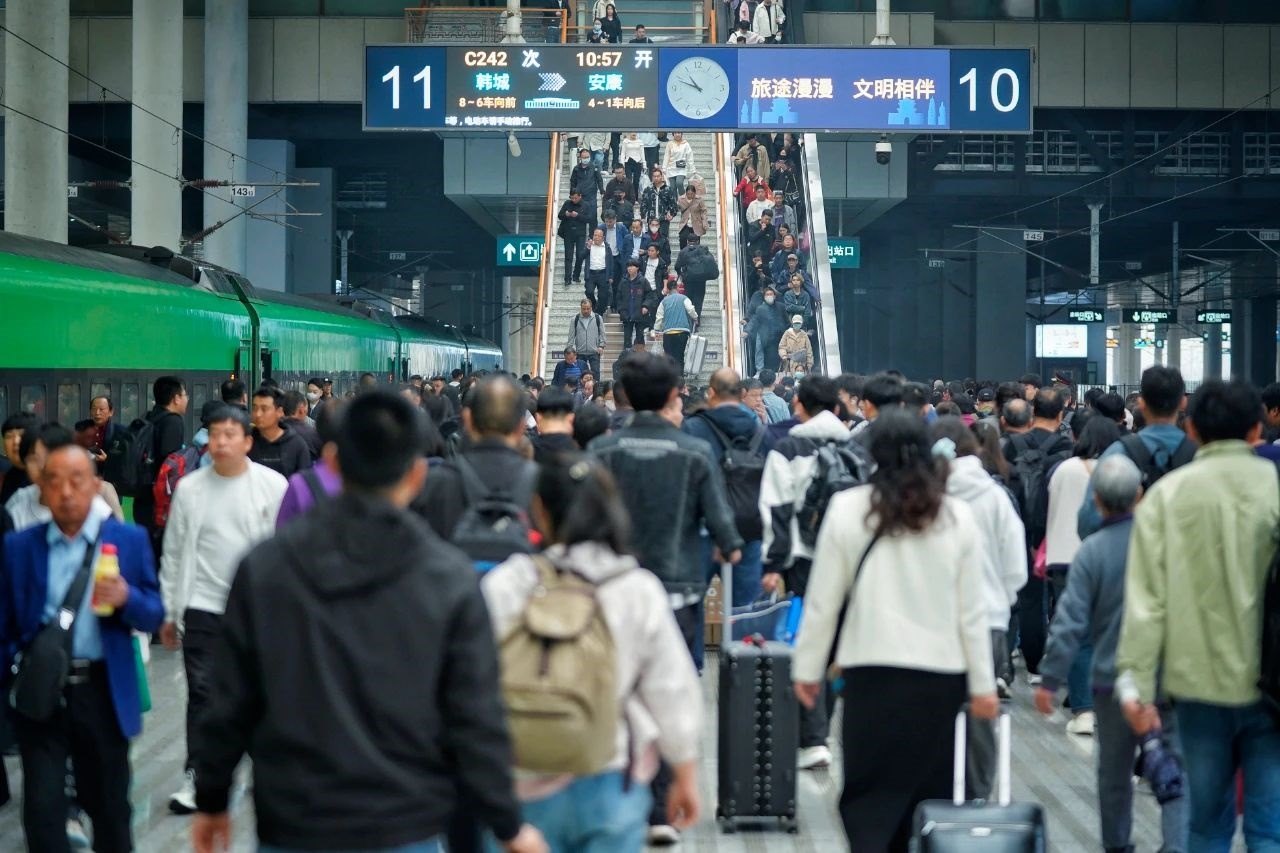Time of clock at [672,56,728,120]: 10:48
